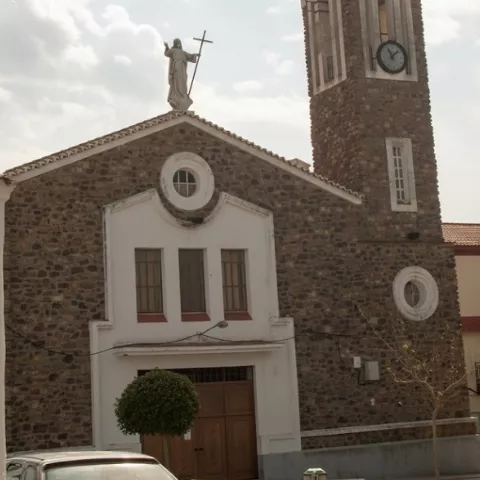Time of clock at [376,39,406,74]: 11:07
